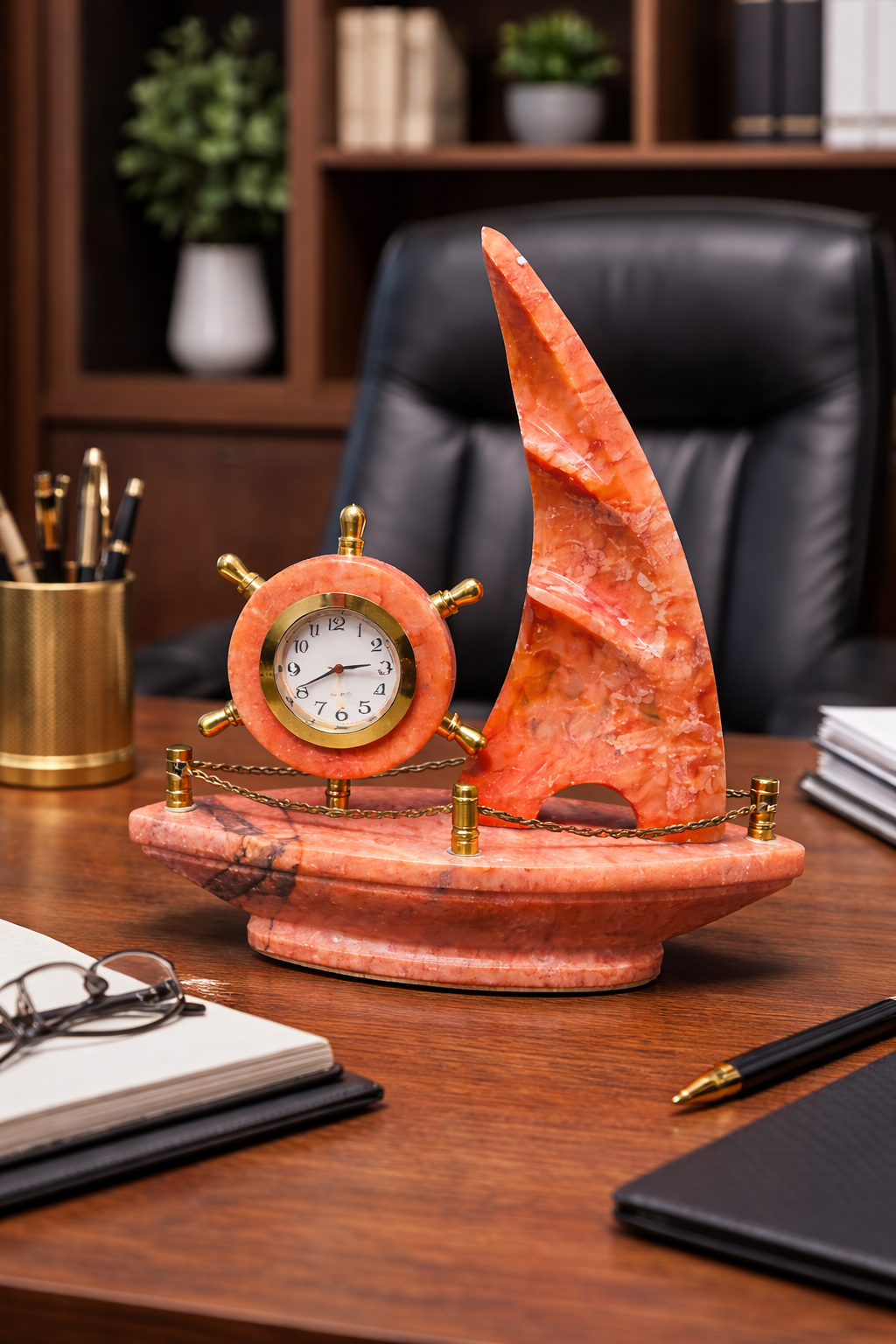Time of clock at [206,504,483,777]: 2:40
